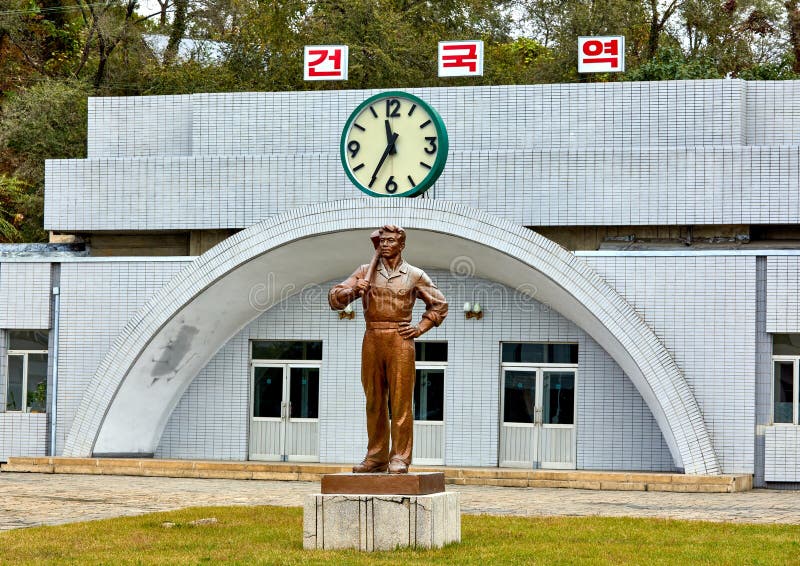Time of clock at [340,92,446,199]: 11:35
